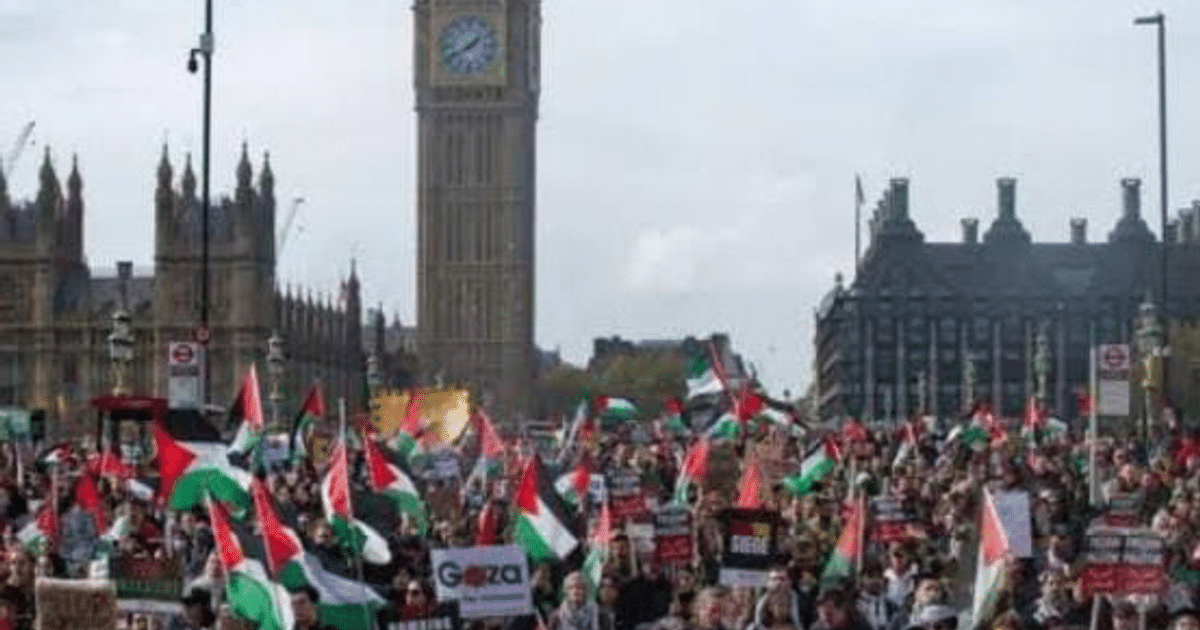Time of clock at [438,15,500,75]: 1:40
